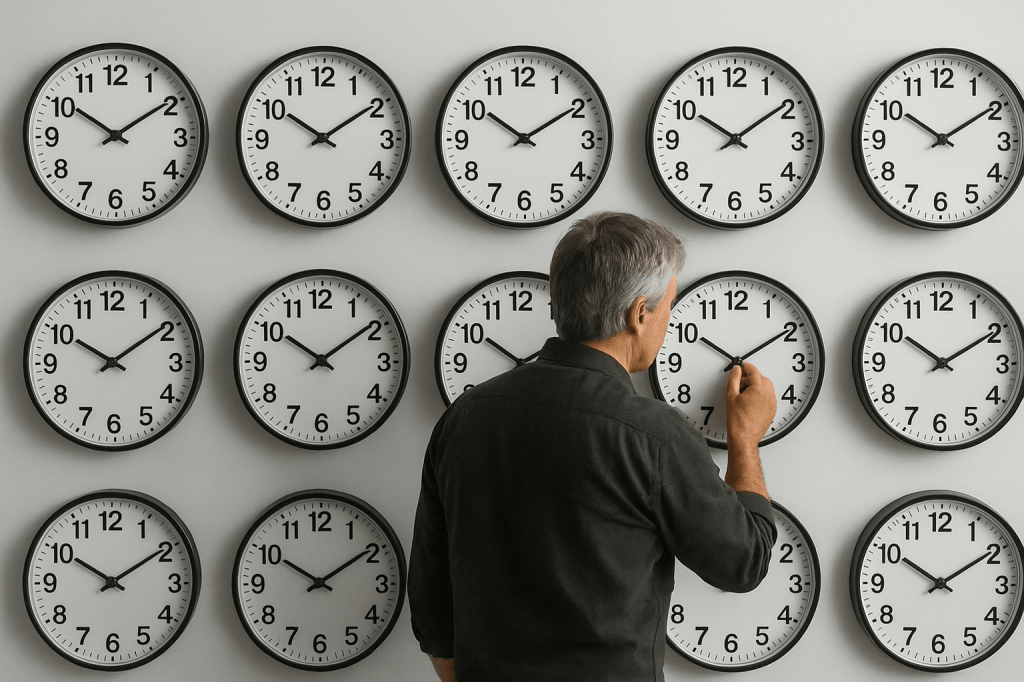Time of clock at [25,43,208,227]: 10:09
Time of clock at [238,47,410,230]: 10:09
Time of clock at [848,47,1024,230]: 10:09
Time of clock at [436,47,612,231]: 10:09
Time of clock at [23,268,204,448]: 10:09
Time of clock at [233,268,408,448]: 10:09
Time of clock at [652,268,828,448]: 10:09
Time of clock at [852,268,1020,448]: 10:09
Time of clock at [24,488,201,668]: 10:09
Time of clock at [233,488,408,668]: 10:09
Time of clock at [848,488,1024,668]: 10:09
